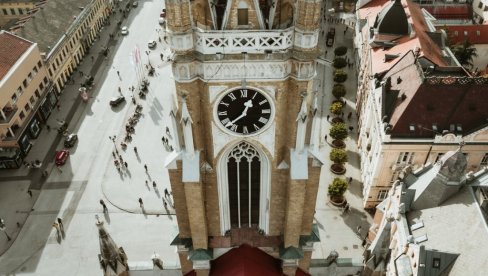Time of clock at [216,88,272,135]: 12:38
